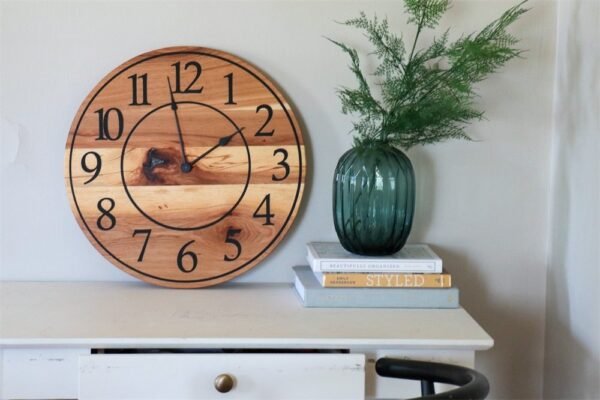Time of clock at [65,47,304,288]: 1:58
